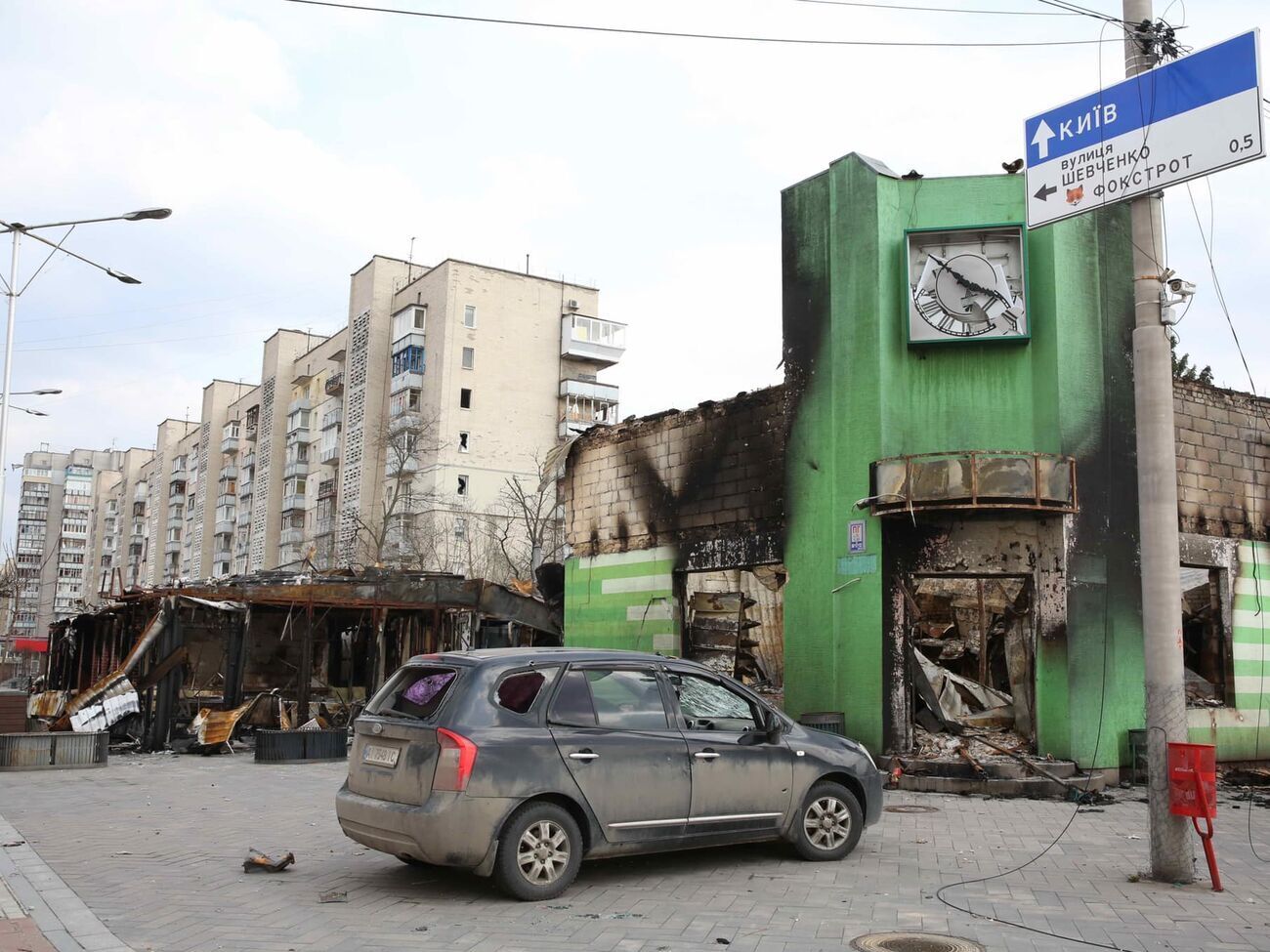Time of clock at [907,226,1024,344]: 3:52
